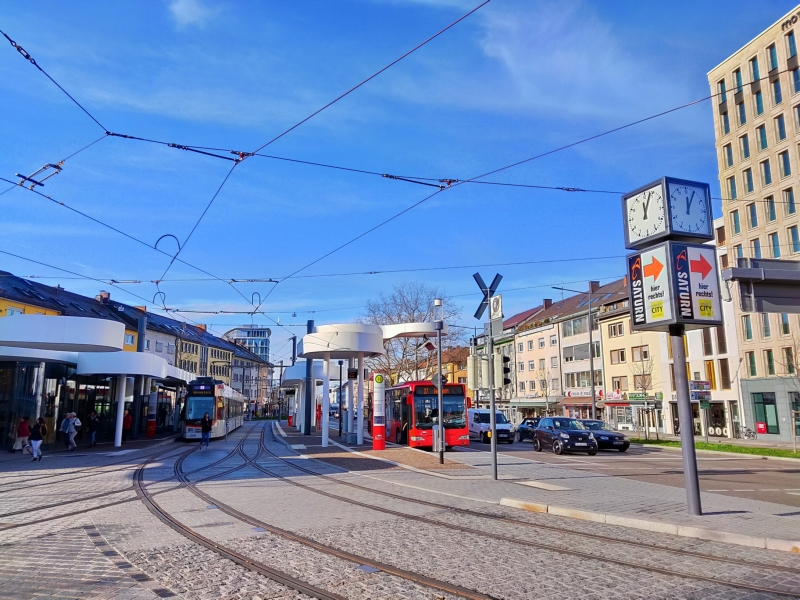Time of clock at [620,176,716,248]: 12:04
